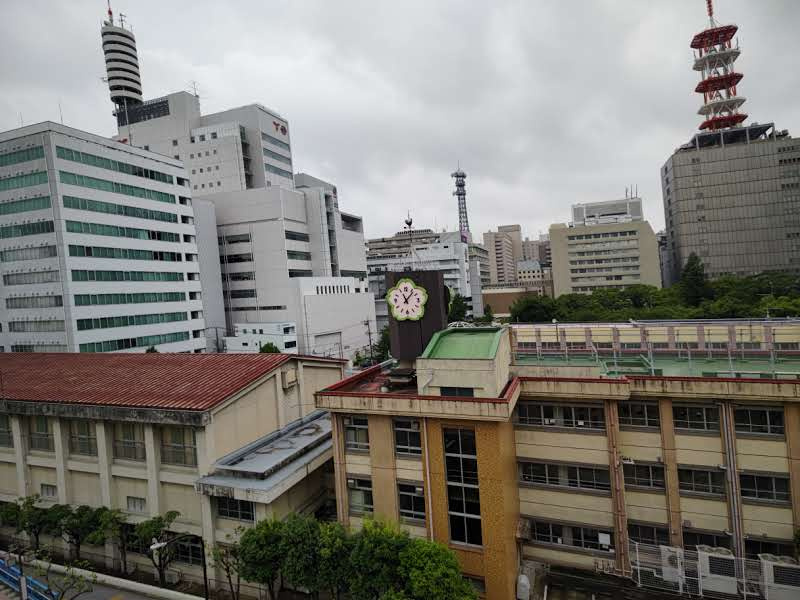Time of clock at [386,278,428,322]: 11:07
